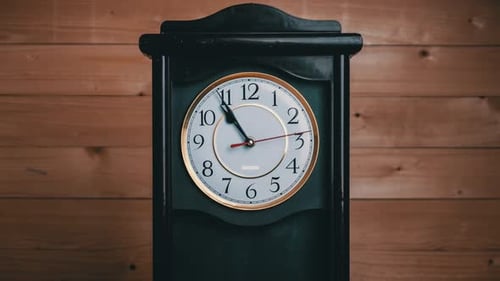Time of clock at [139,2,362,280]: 10:54
